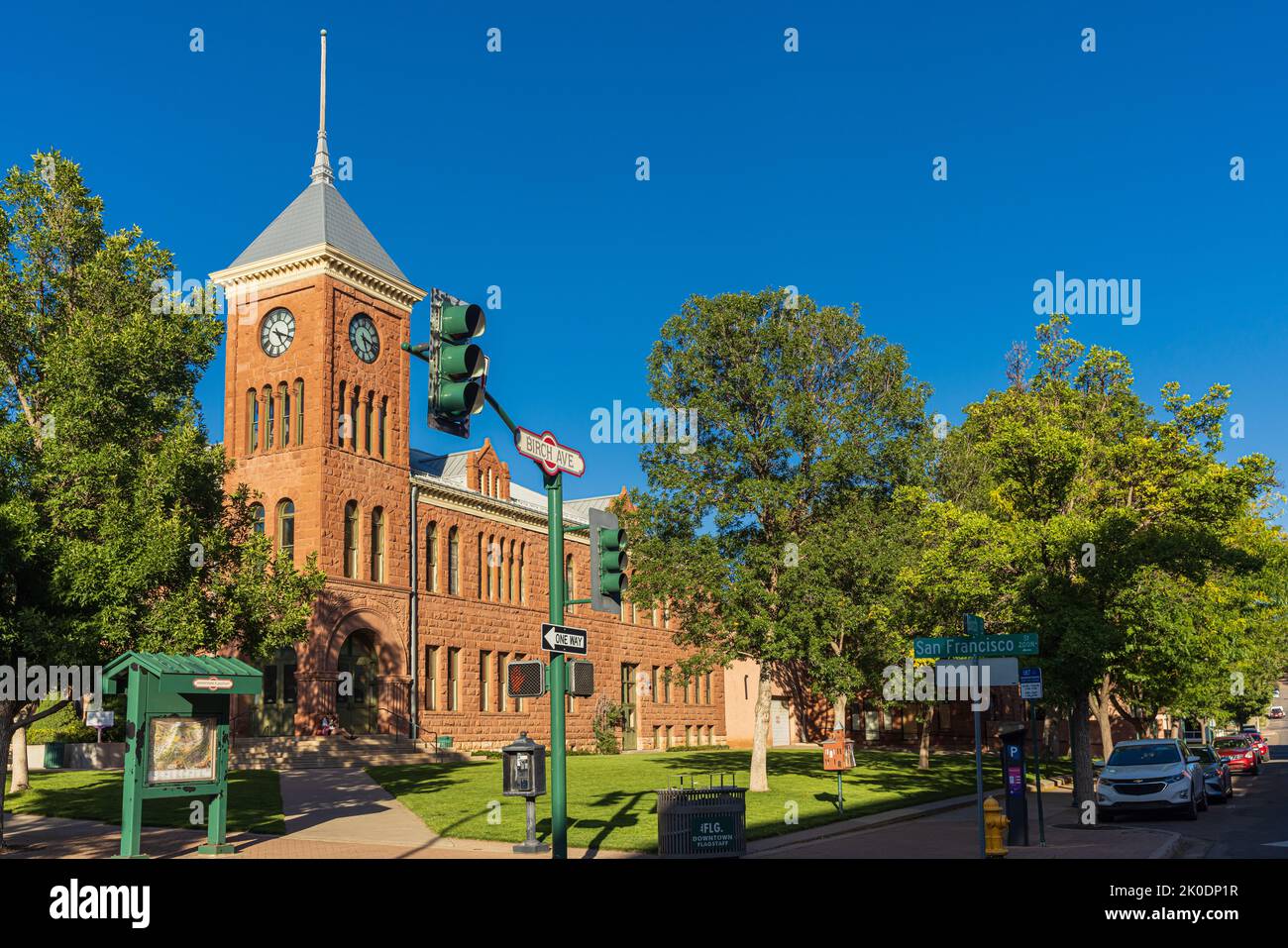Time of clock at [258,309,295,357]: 5:18
